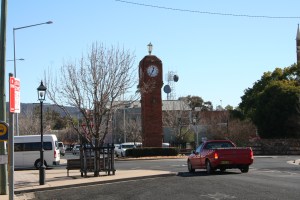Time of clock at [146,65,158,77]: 12:34
